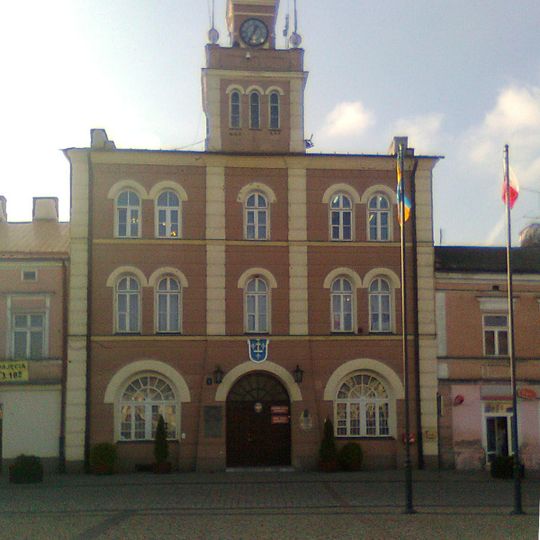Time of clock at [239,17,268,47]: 12:34
